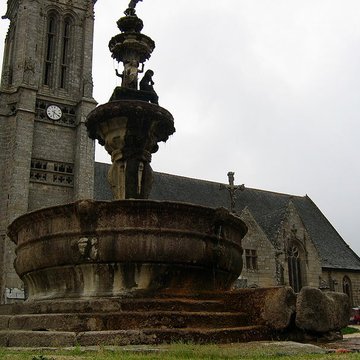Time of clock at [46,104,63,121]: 6:20
